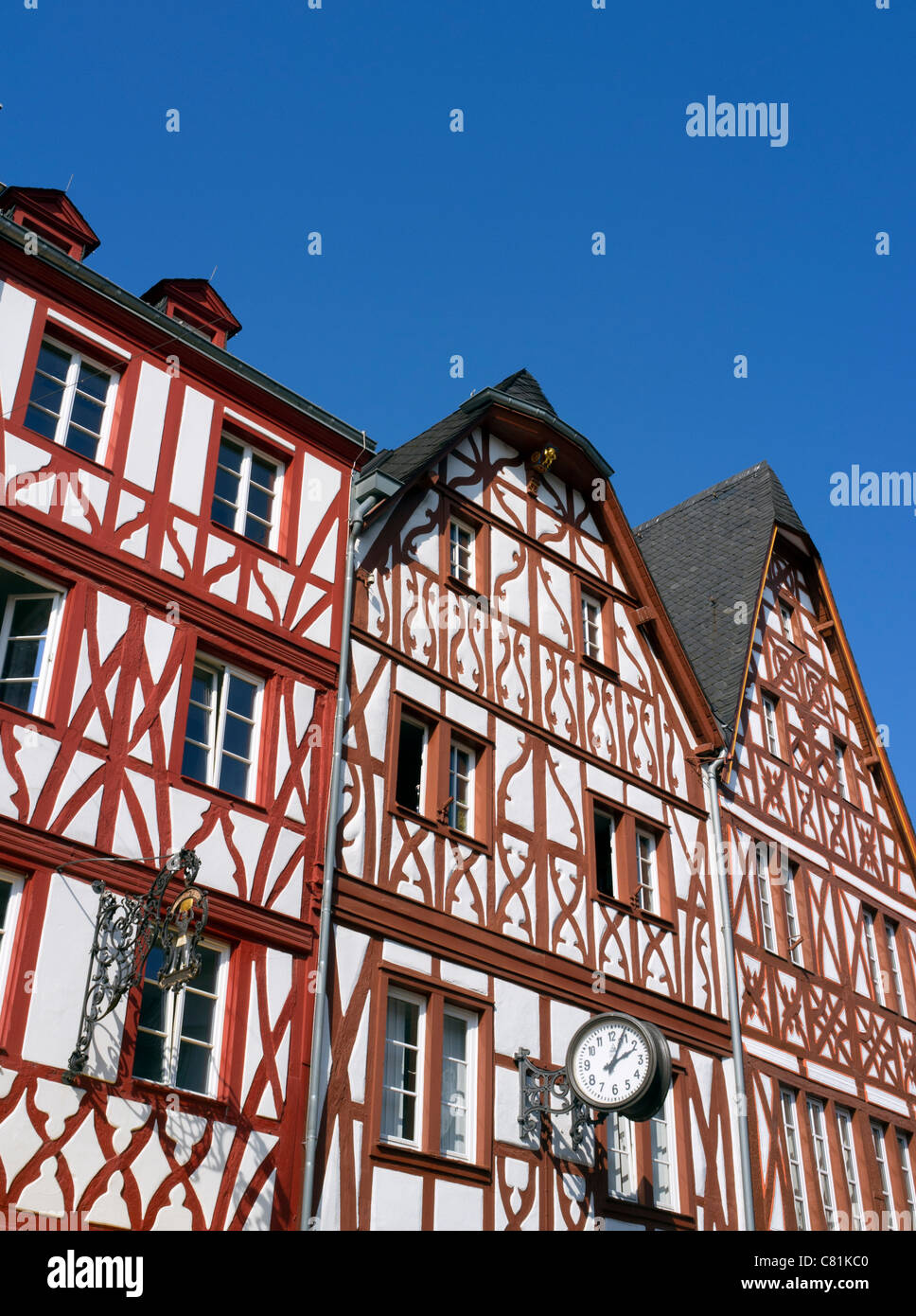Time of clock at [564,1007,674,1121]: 2:04
